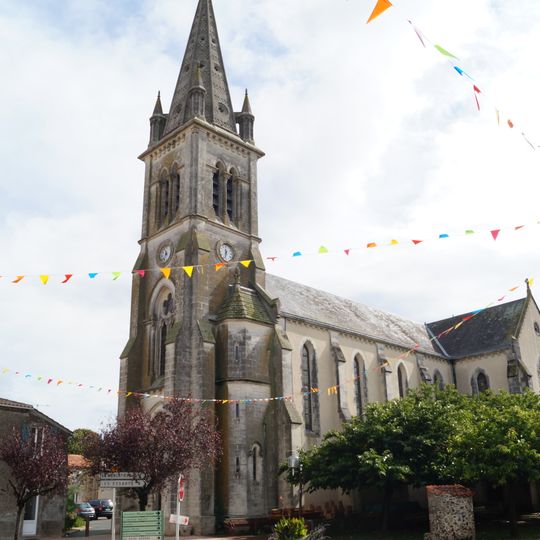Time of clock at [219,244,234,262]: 11:32
